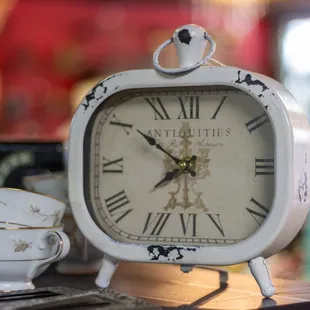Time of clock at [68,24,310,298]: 7:50
